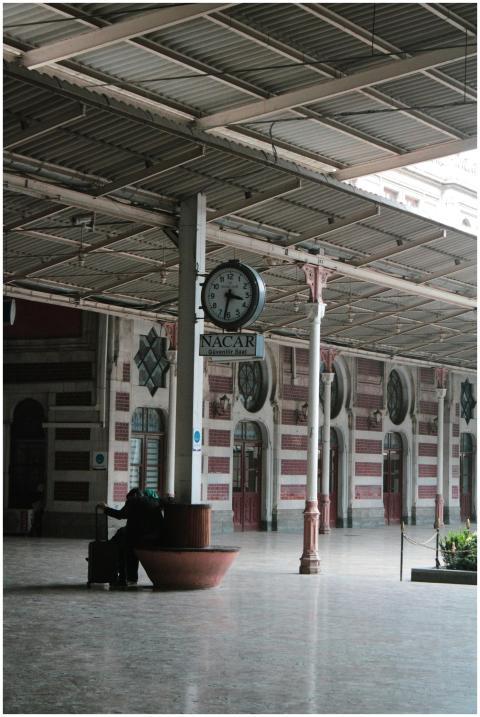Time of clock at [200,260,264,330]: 3:32
